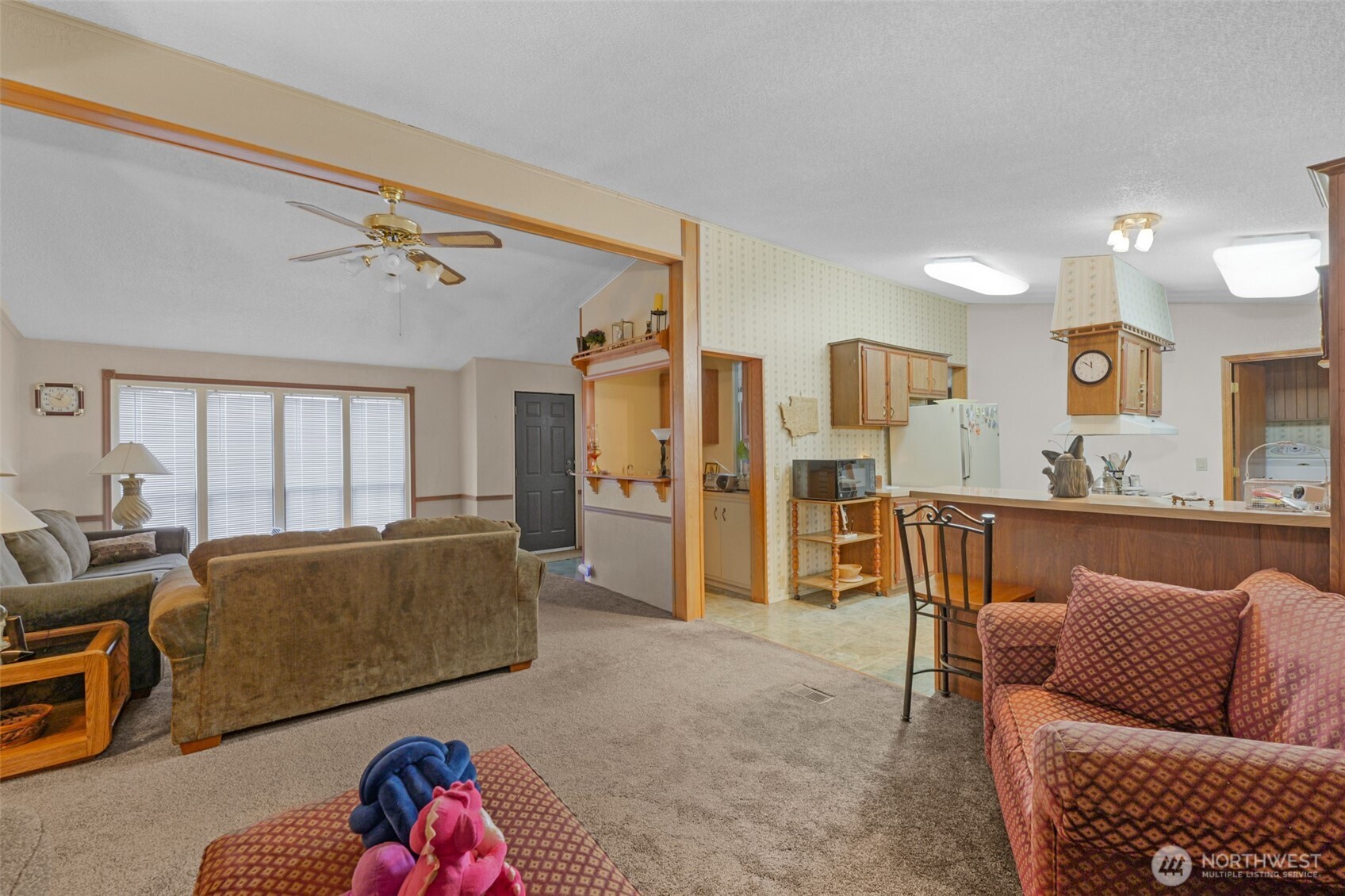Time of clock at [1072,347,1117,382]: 11:51
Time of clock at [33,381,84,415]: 12:49
